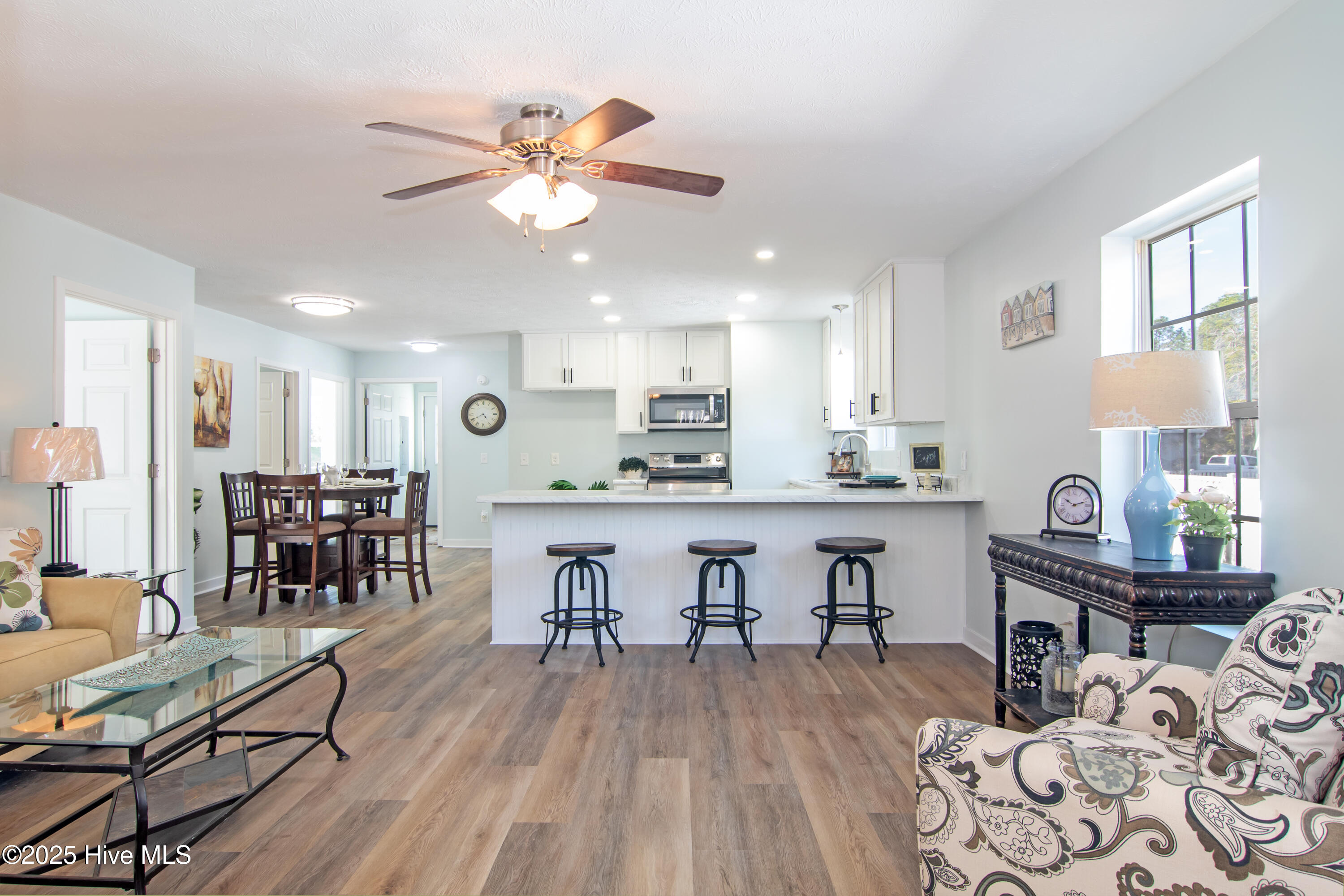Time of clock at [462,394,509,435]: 4:40
